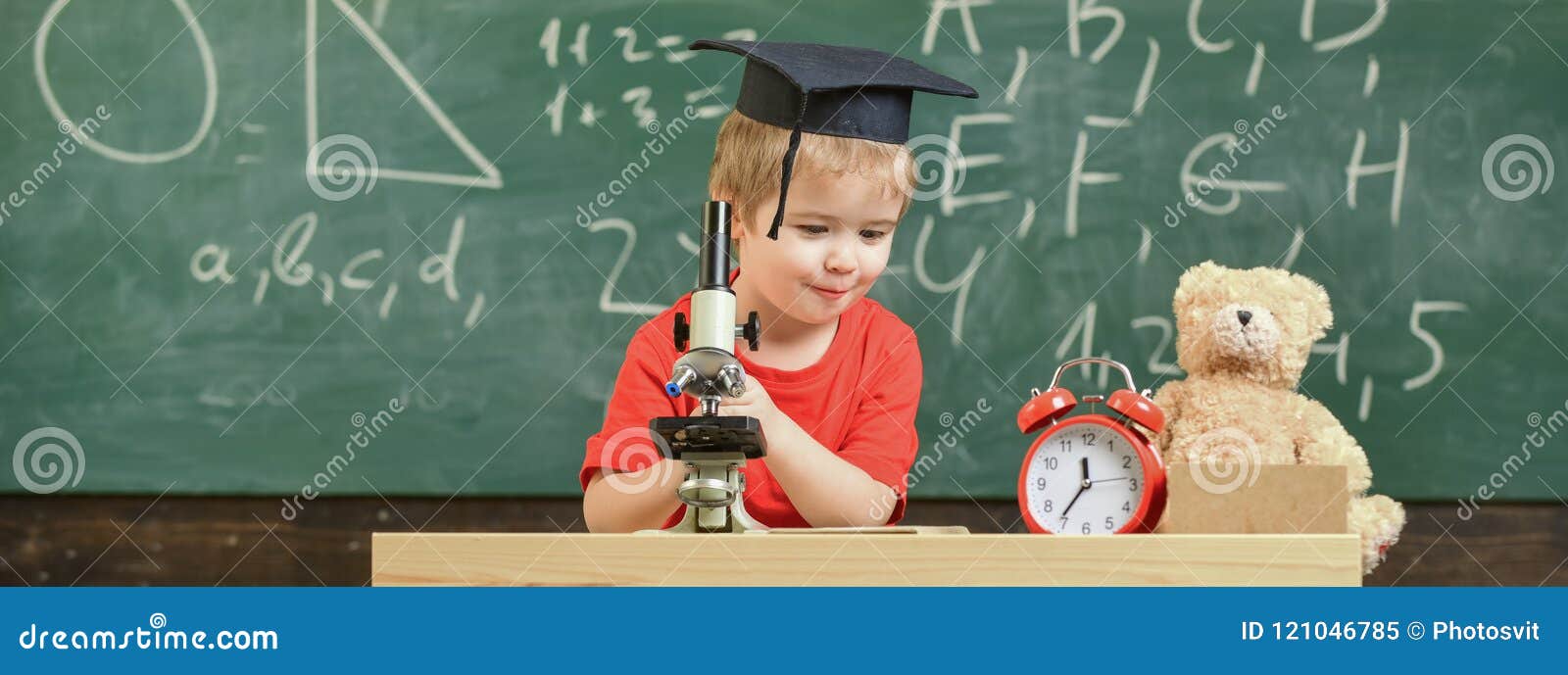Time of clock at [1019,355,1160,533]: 11:36
